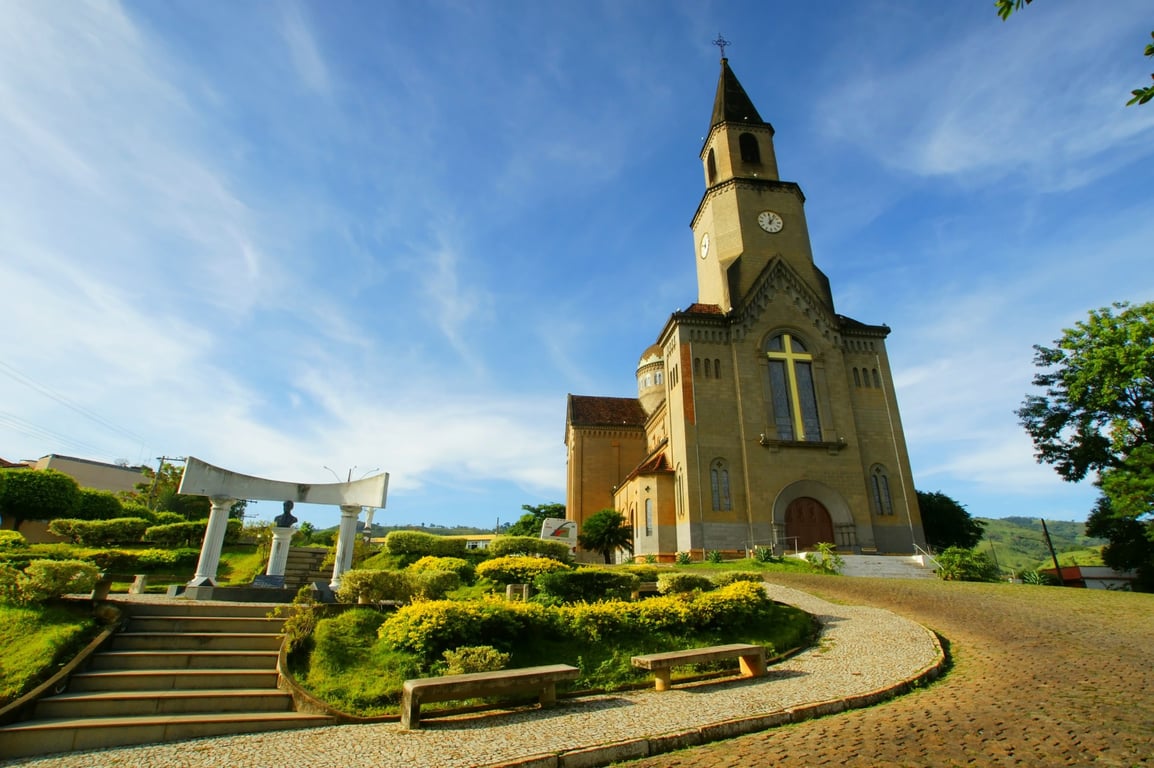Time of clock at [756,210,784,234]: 12:06
